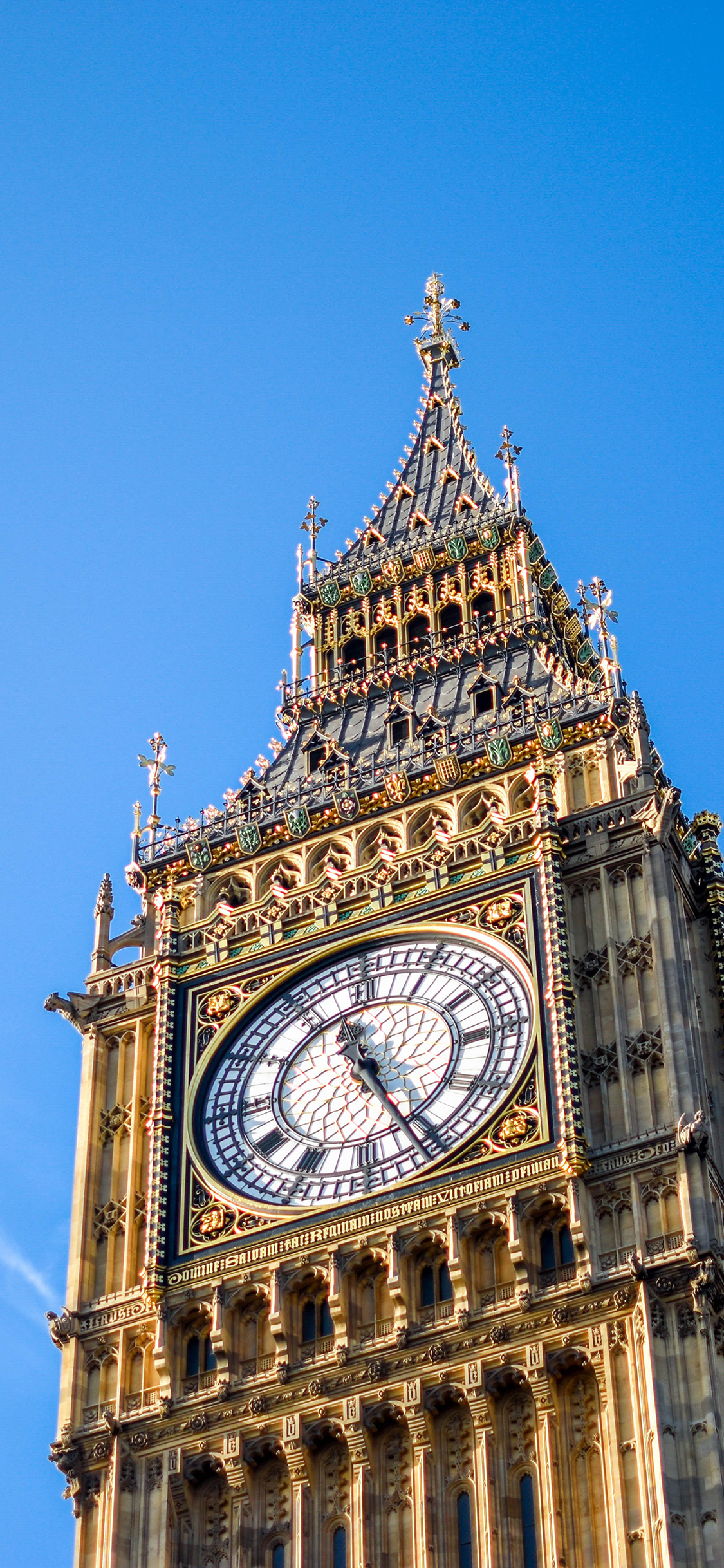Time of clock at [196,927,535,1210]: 11:25
